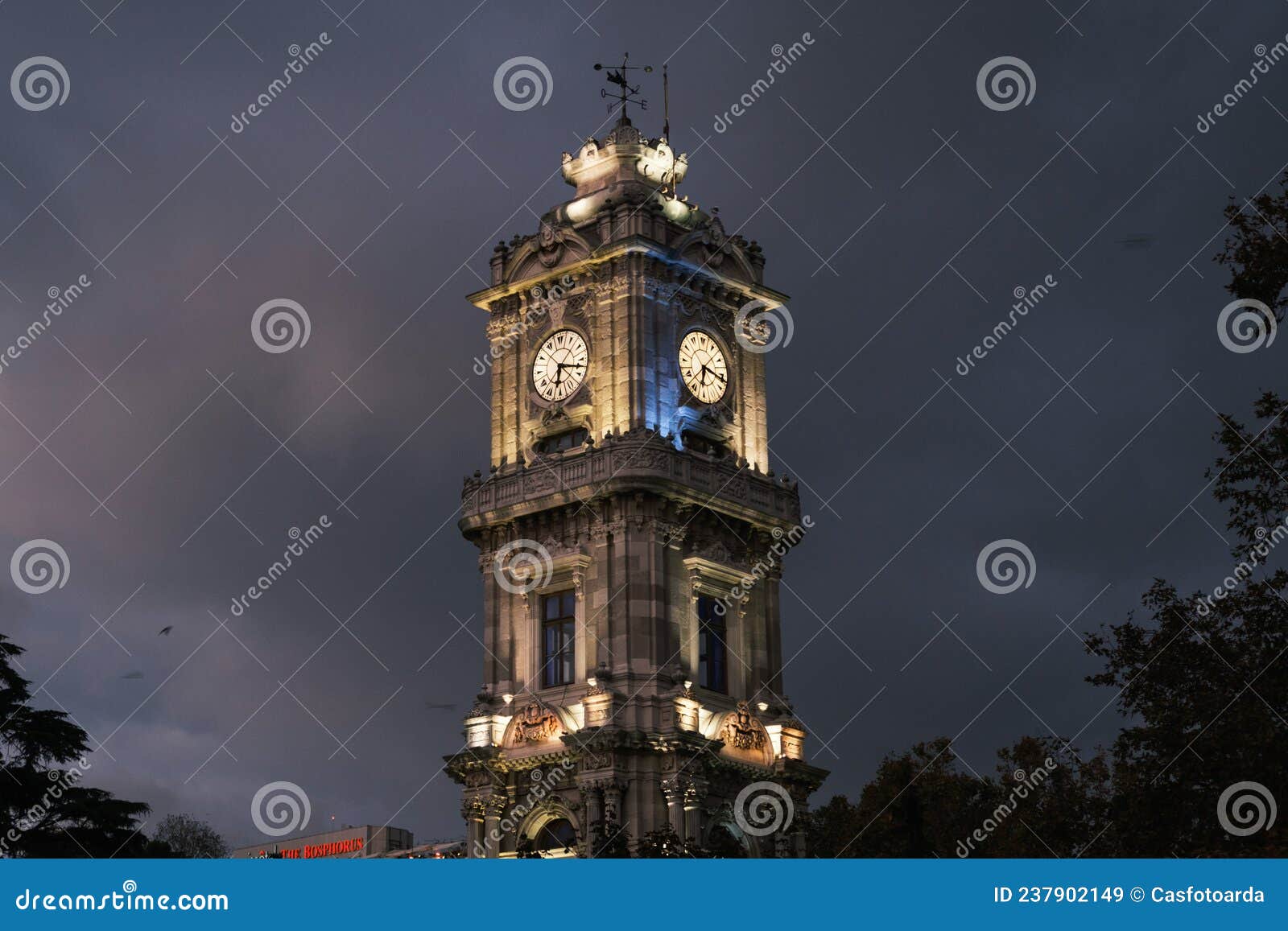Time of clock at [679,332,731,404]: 6:16
